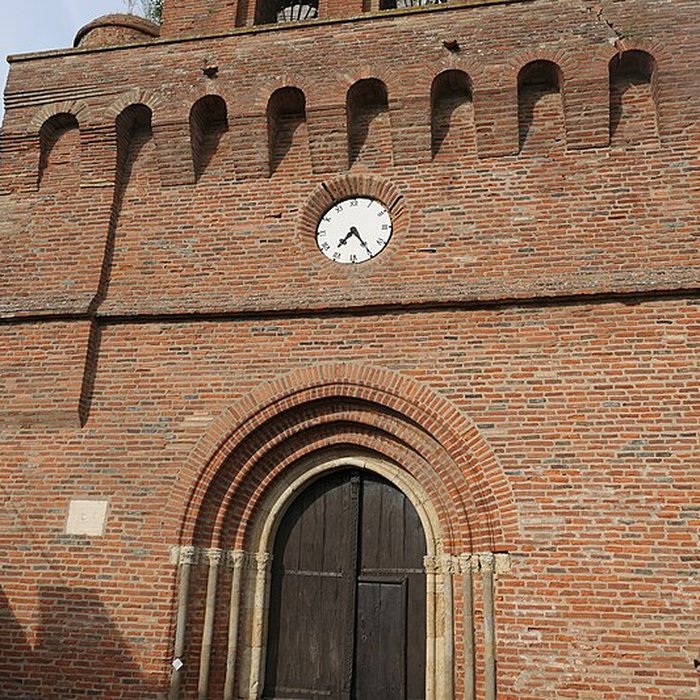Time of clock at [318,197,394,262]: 7:24
